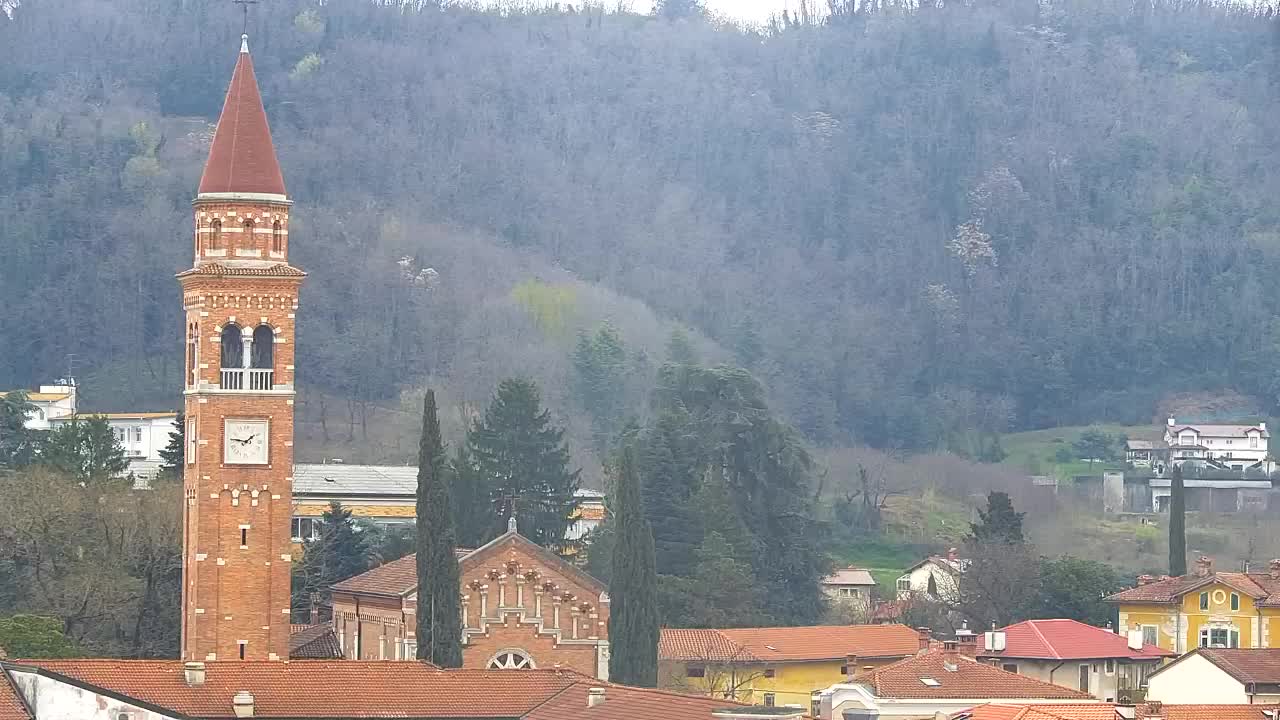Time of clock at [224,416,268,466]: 1:46
